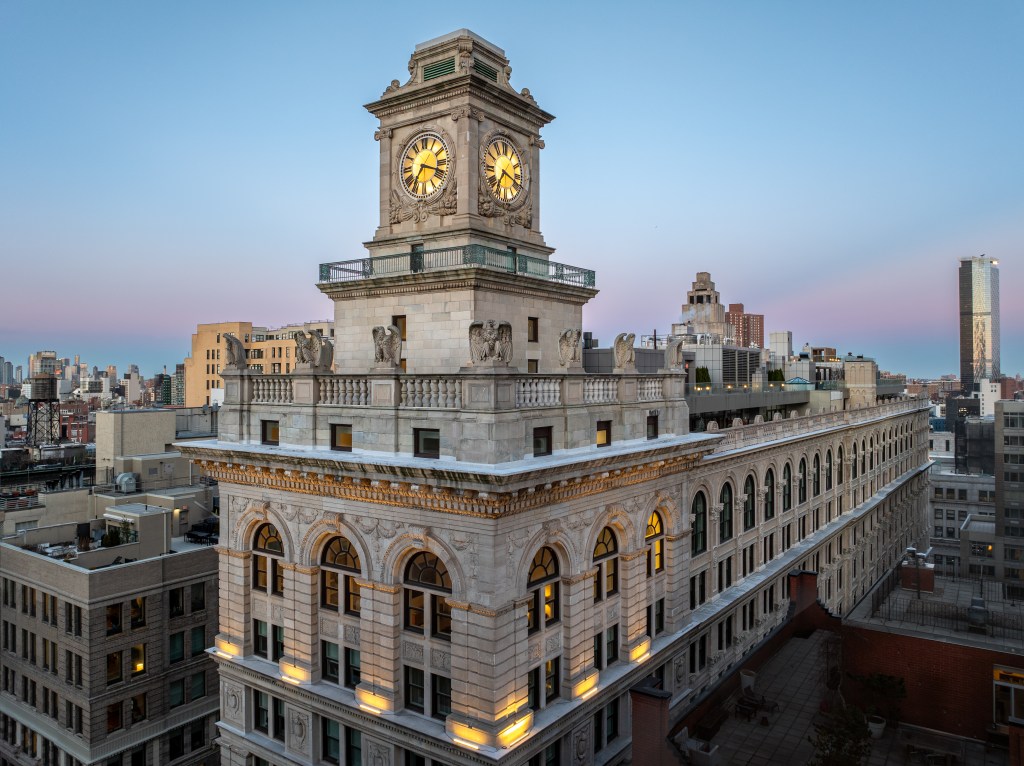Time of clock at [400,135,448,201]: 7:18
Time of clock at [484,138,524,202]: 7:18
